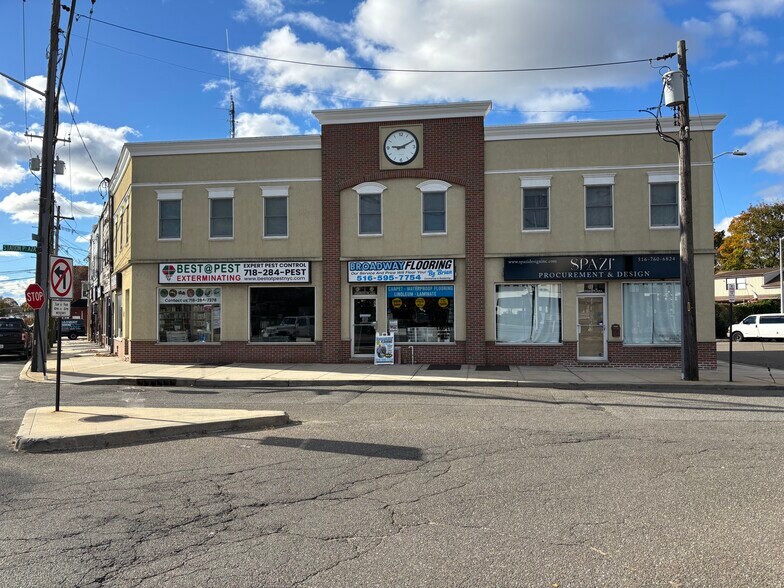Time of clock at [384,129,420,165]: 9:10
